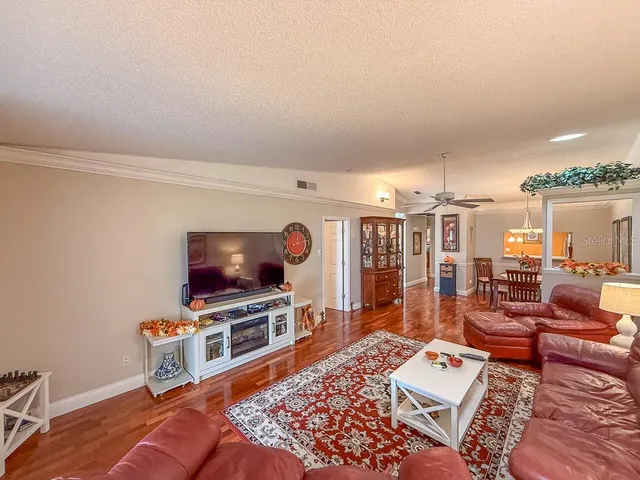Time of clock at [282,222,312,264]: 8:12
